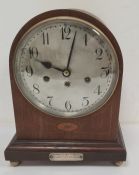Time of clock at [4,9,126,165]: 10:02
